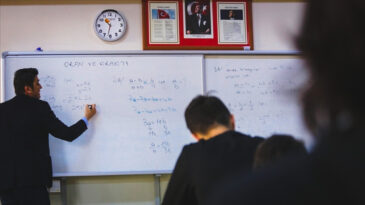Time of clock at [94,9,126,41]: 10:32
